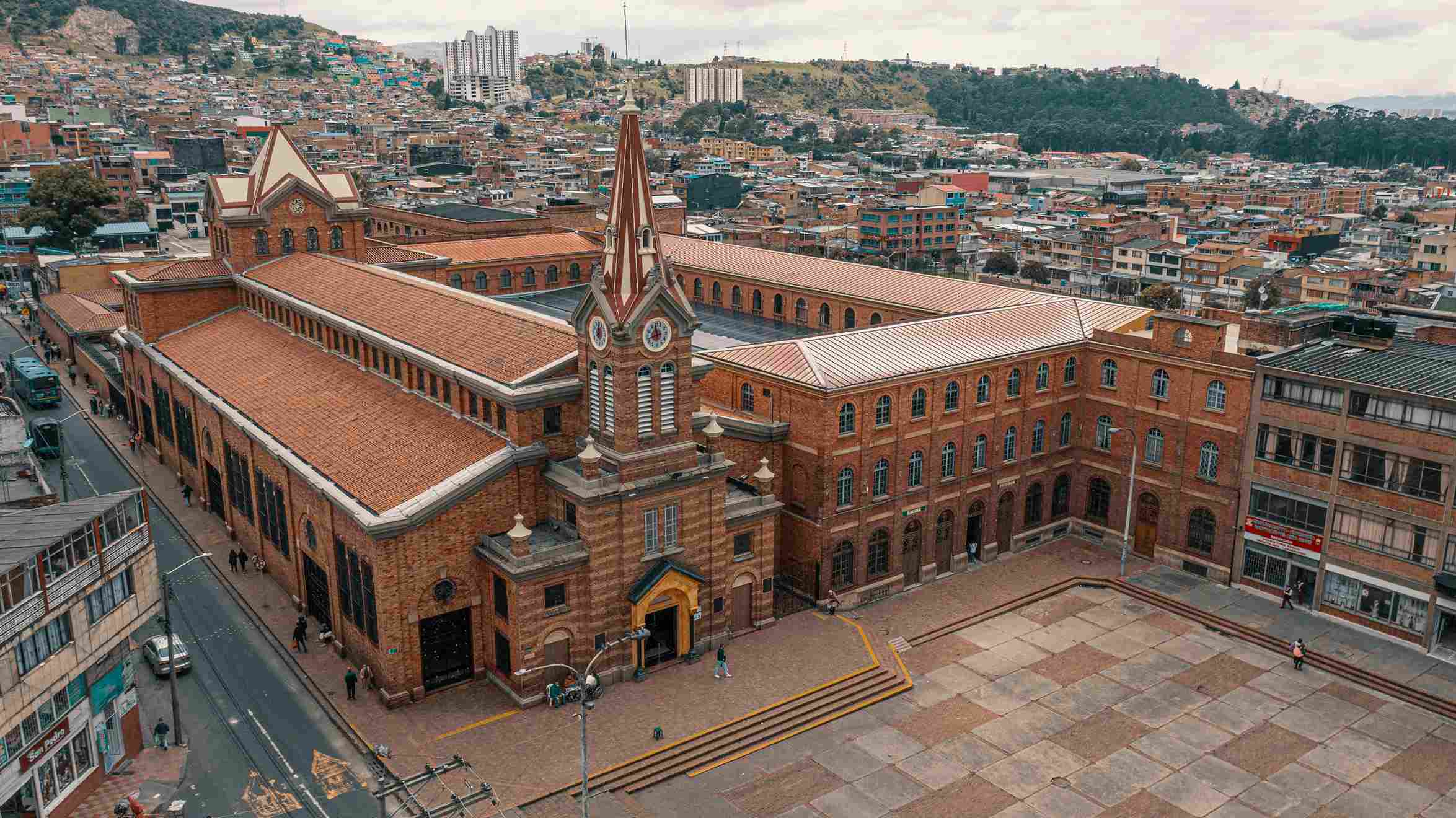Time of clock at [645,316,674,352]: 11:42
